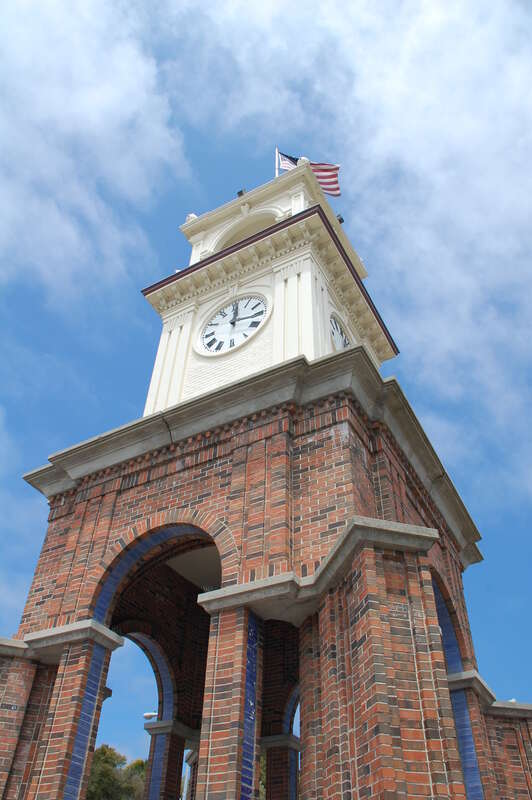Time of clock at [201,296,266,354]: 12:16
